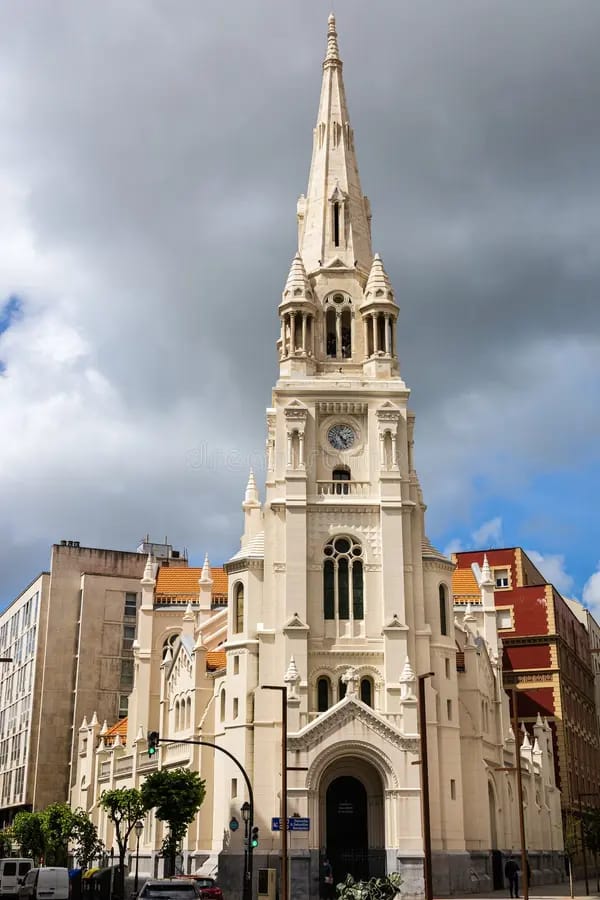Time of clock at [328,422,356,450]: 4:52
